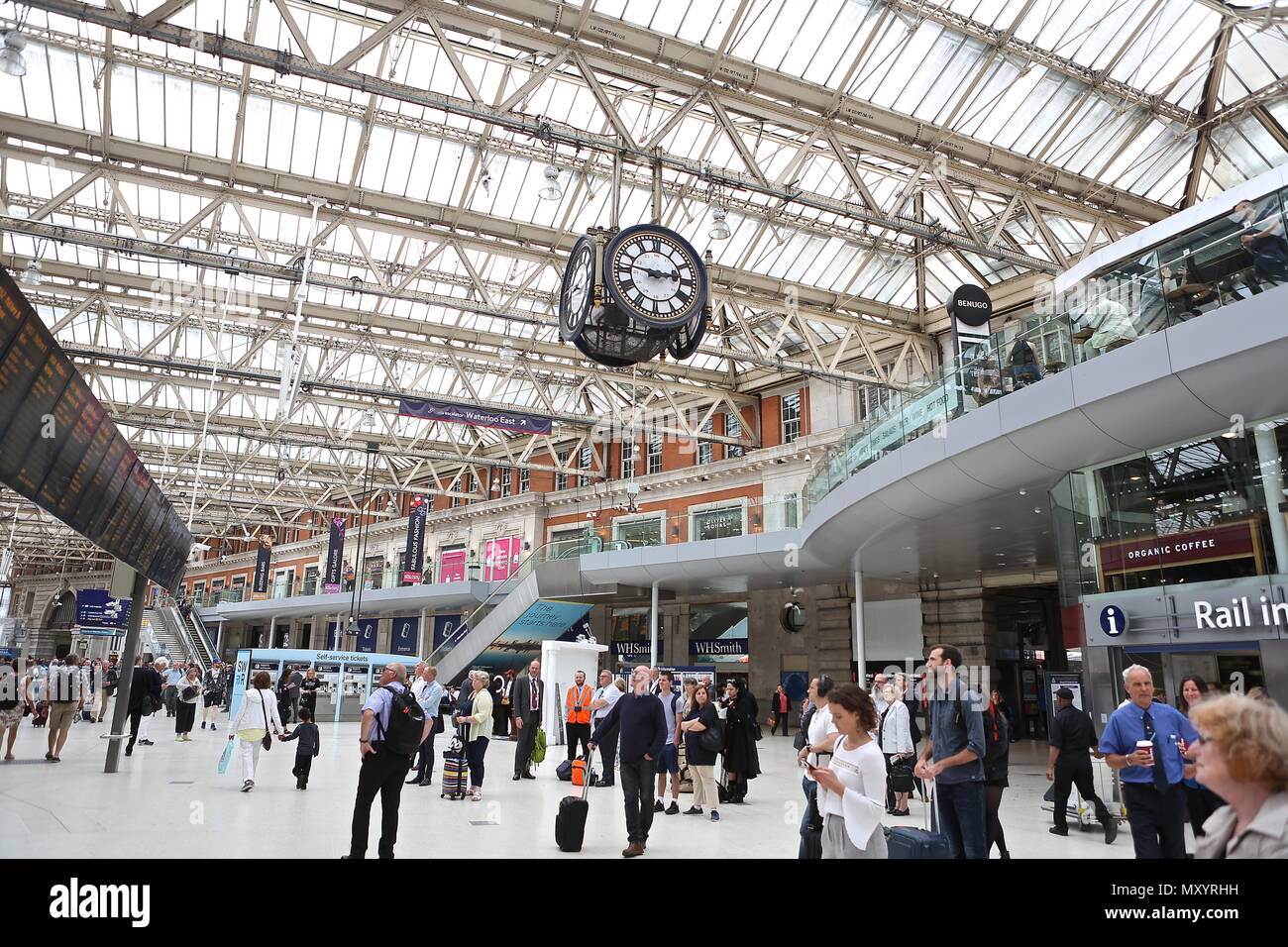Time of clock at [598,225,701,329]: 2:46
